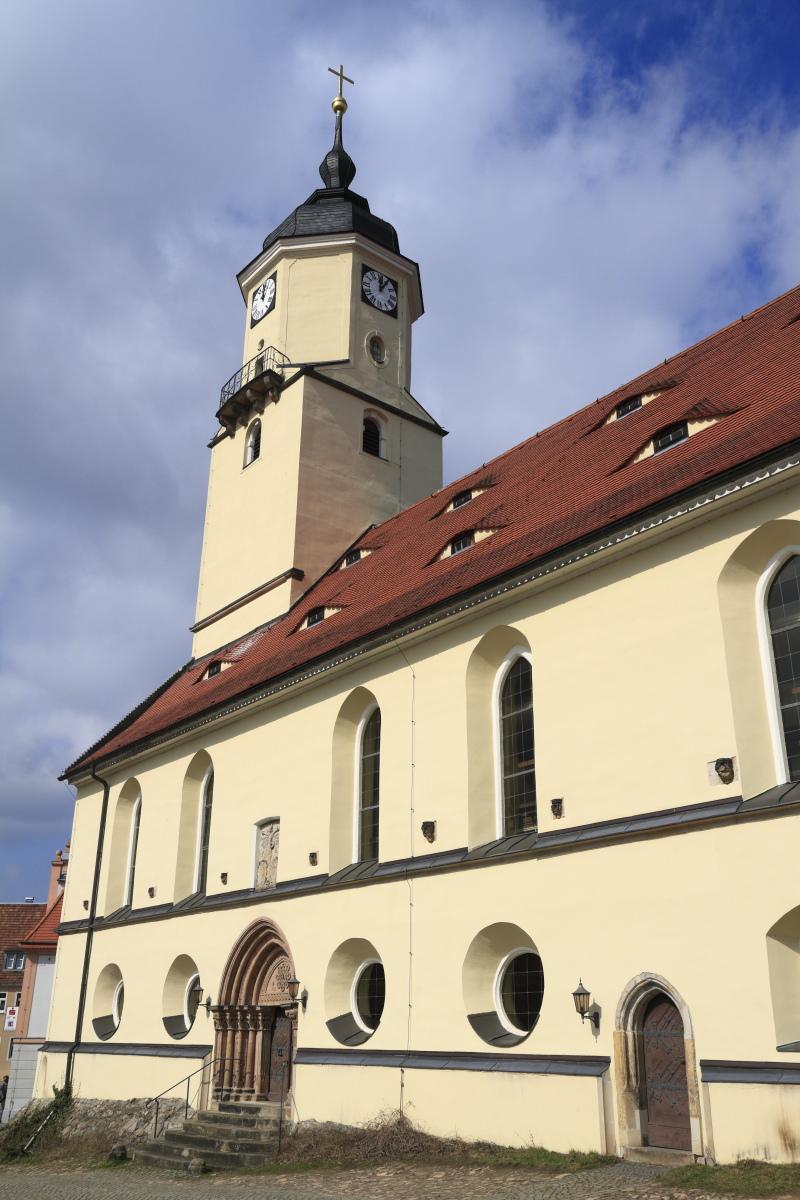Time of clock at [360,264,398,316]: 12:05
